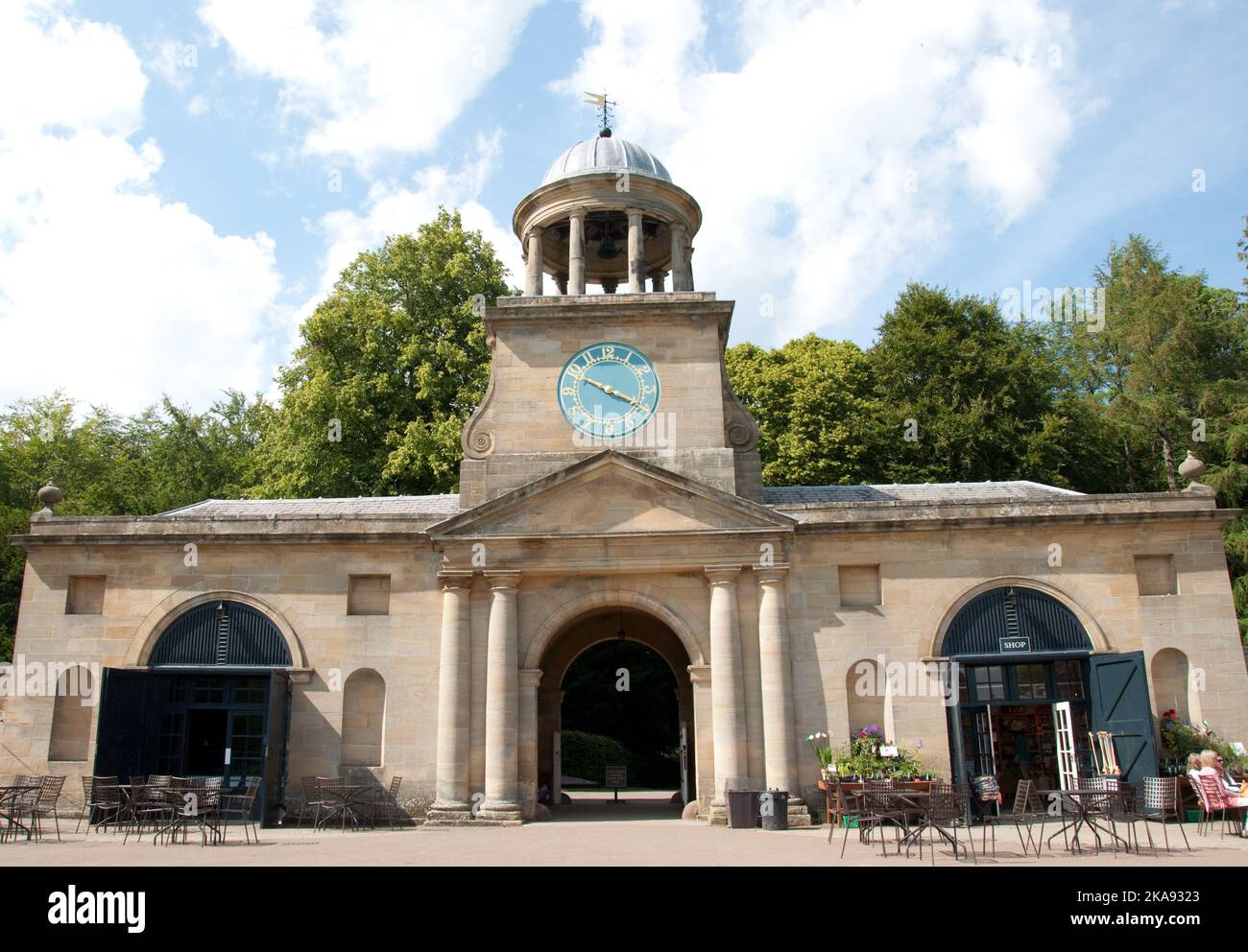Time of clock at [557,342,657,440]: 3:49
